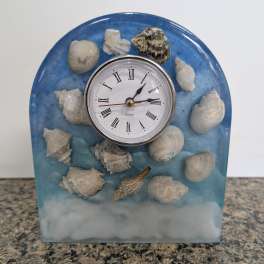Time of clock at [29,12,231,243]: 1:13
